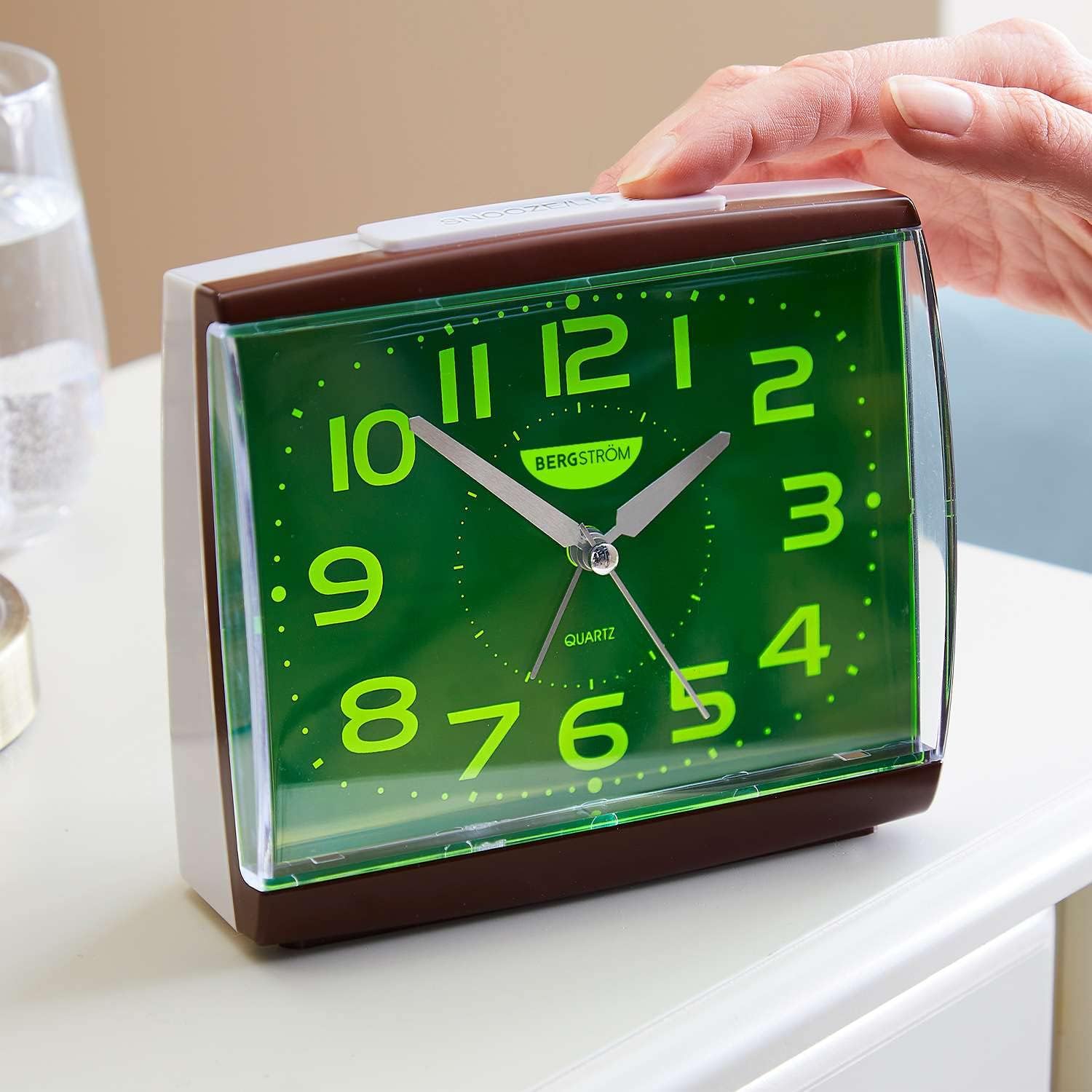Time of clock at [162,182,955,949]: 1:52
